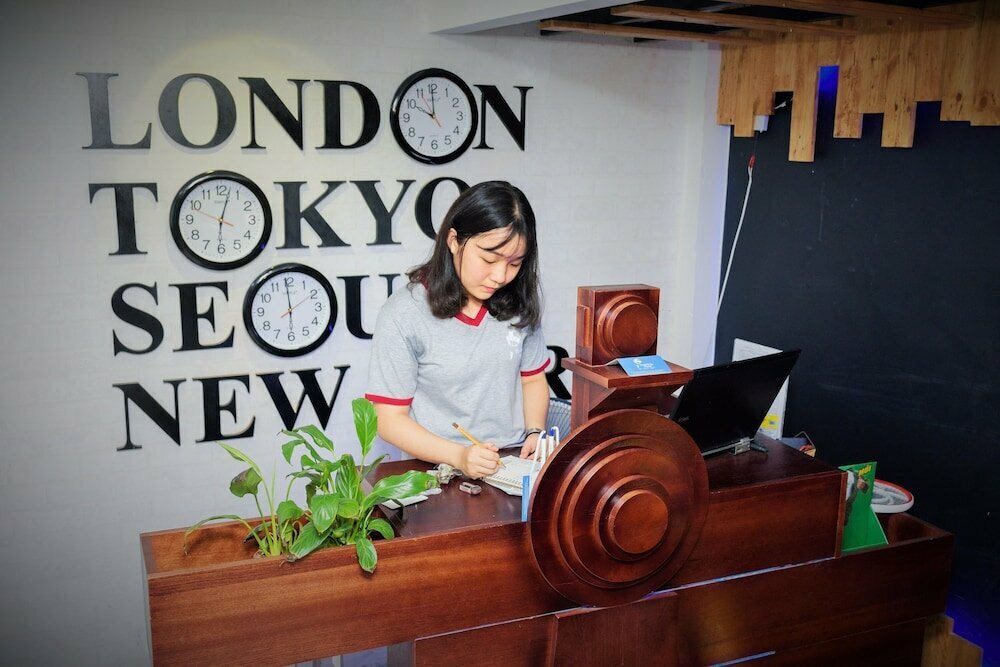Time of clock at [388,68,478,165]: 9:59
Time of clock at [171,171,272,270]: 6:02
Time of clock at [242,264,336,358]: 5:59
